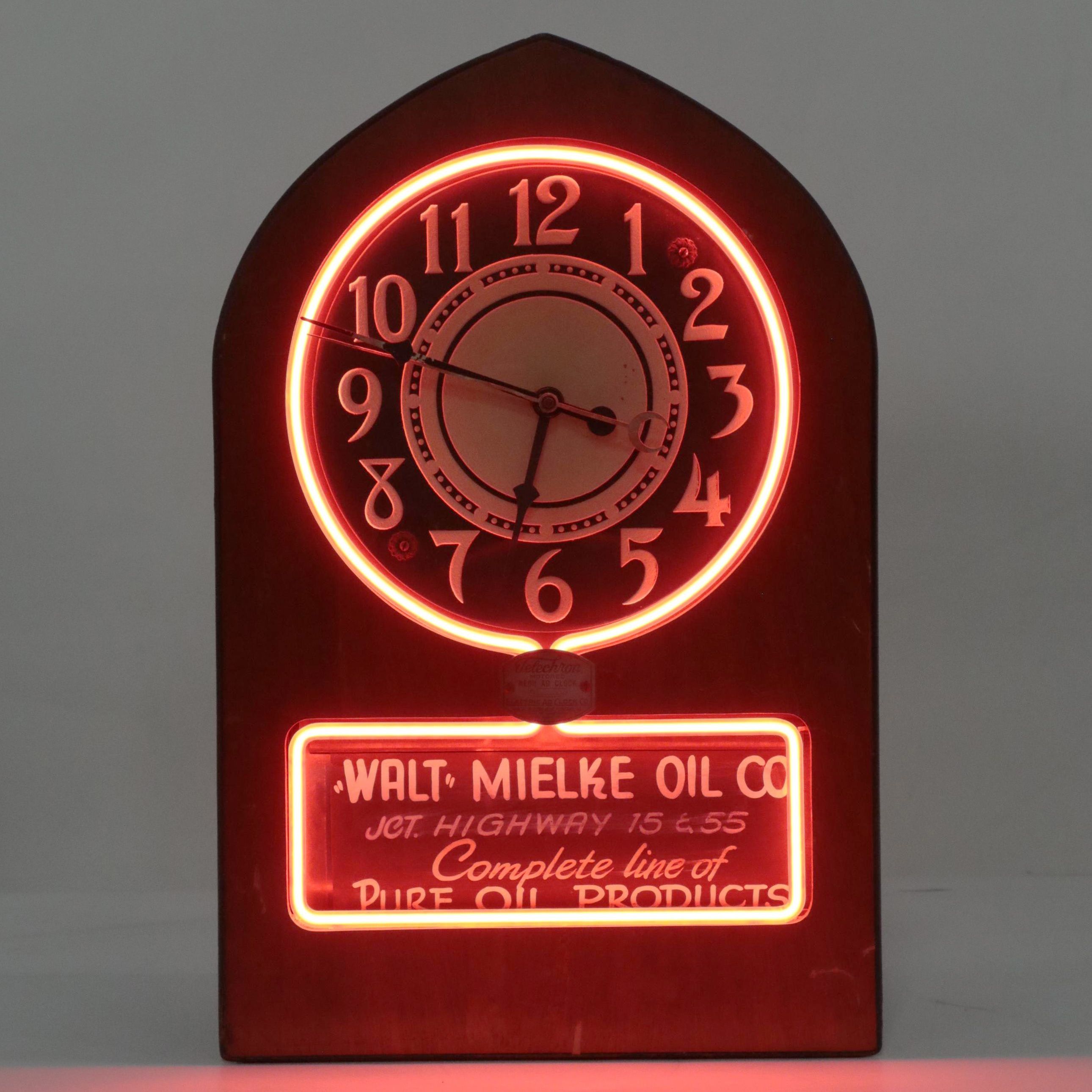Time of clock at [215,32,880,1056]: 6:47
